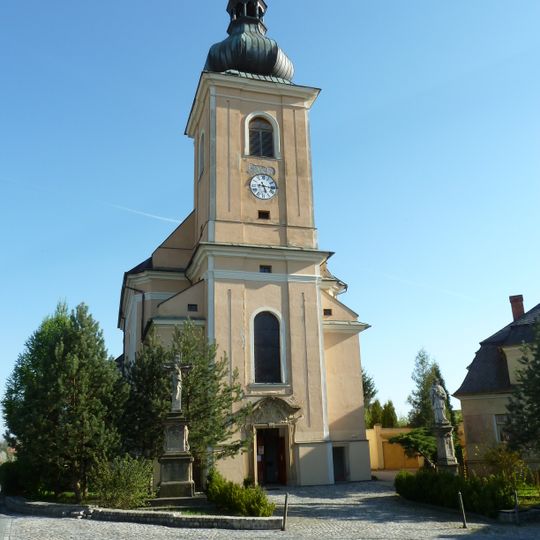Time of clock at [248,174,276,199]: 5:15
